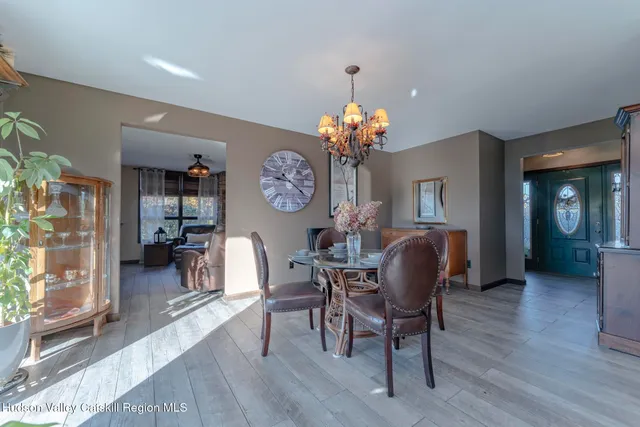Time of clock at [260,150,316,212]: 9:21
